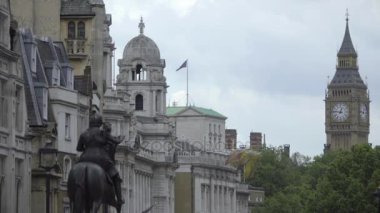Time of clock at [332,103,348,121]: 12:46
